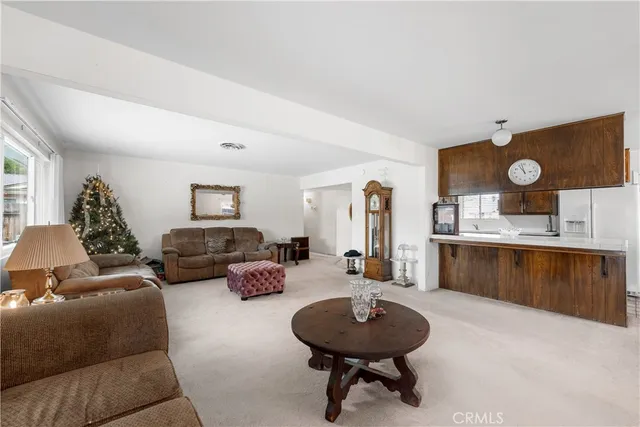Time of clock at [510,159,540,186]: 10:57
